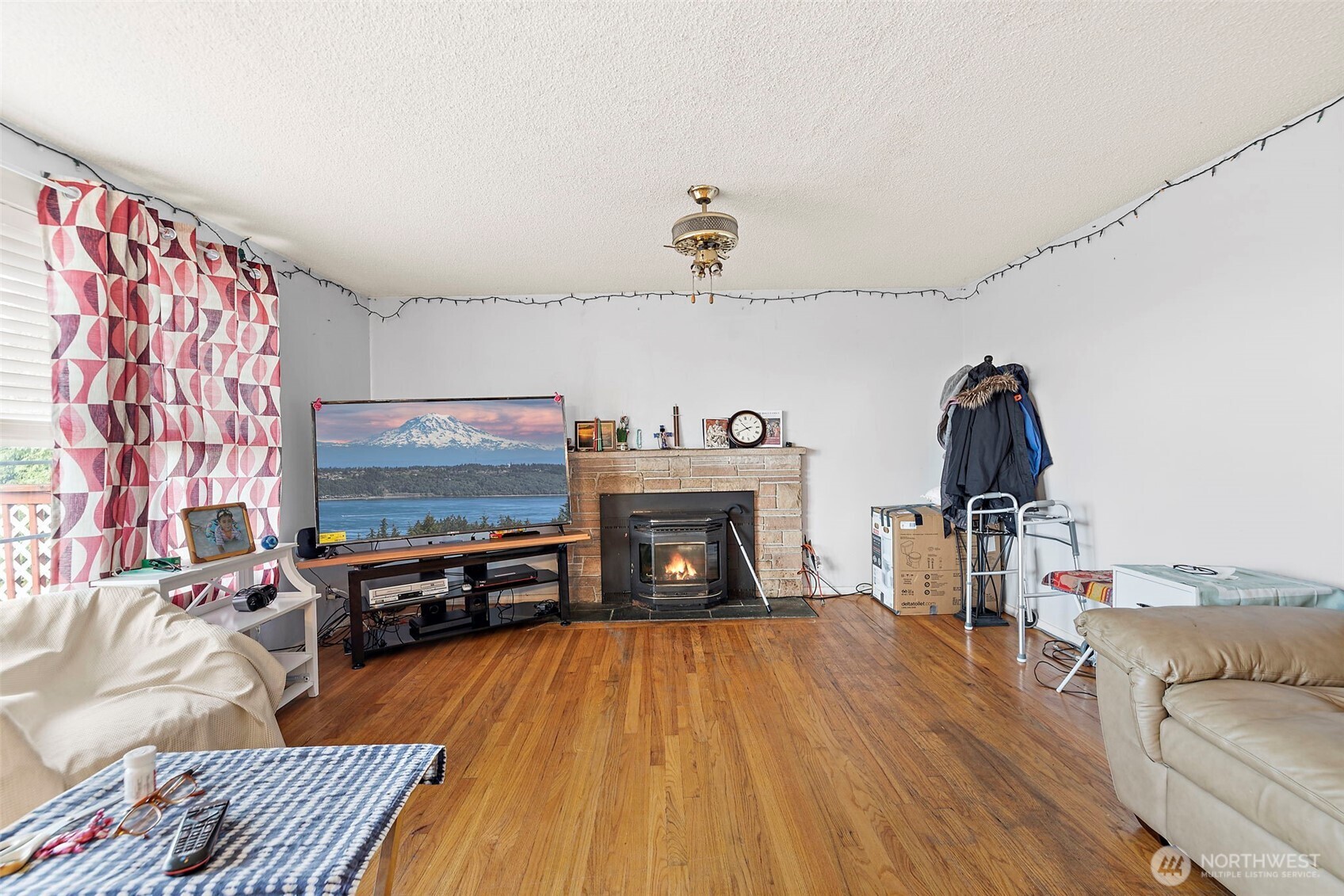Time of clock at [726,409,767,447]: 10:41
